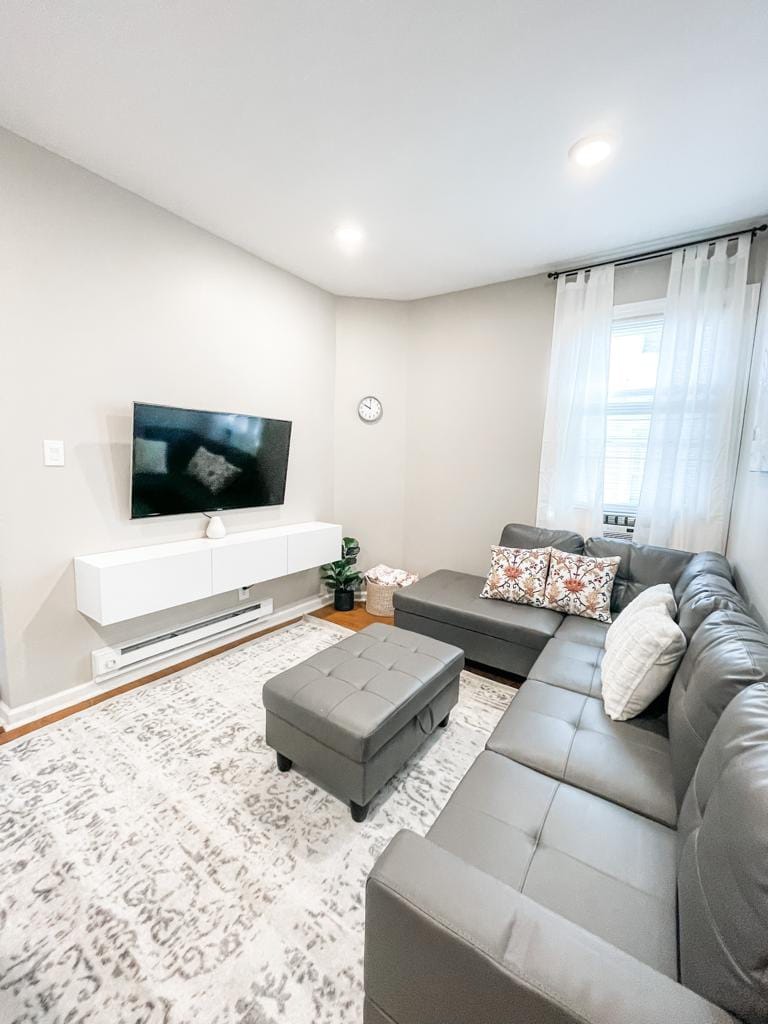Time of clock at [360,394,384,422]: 10:00
